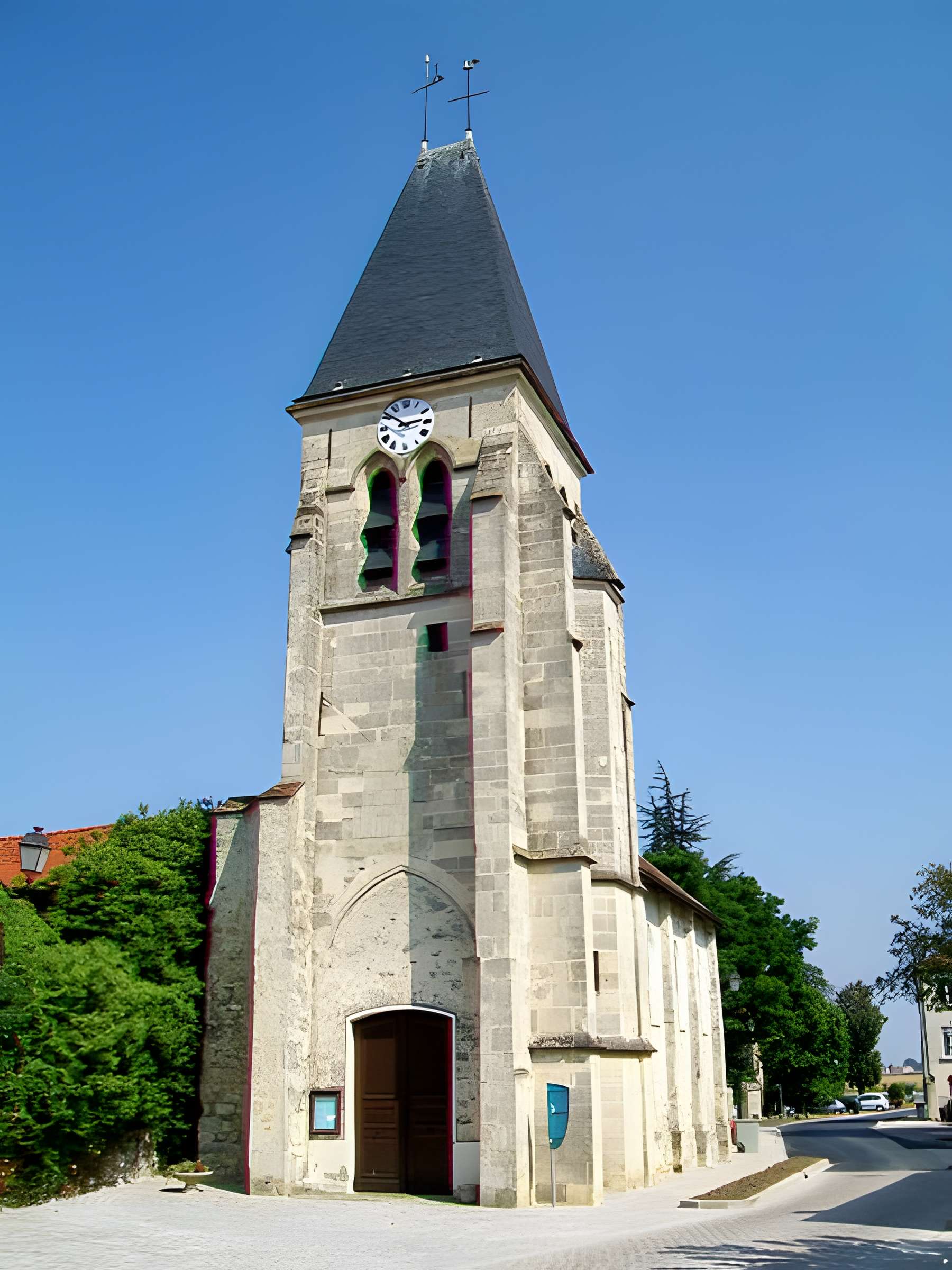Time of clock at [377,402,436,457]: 2:50
